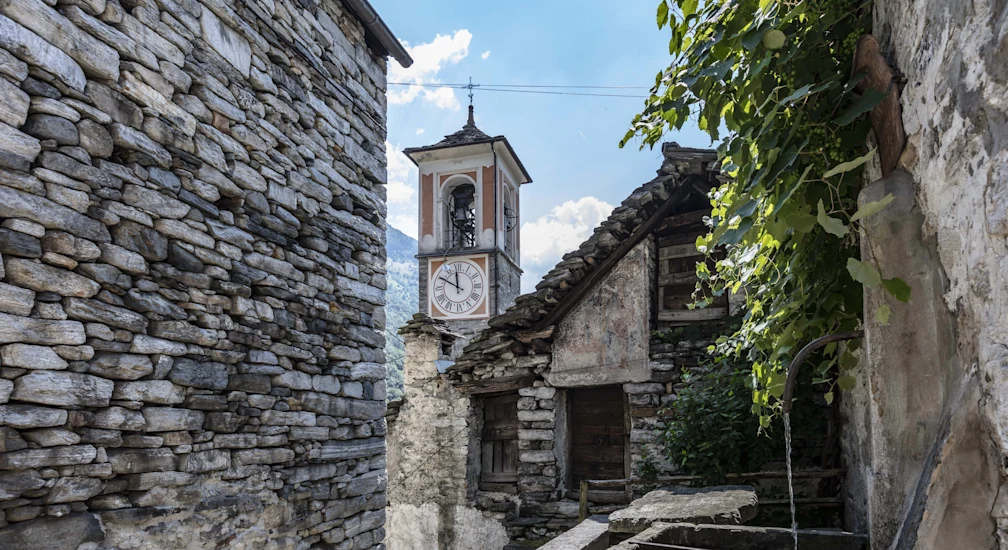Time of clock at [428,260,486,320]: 11:49
